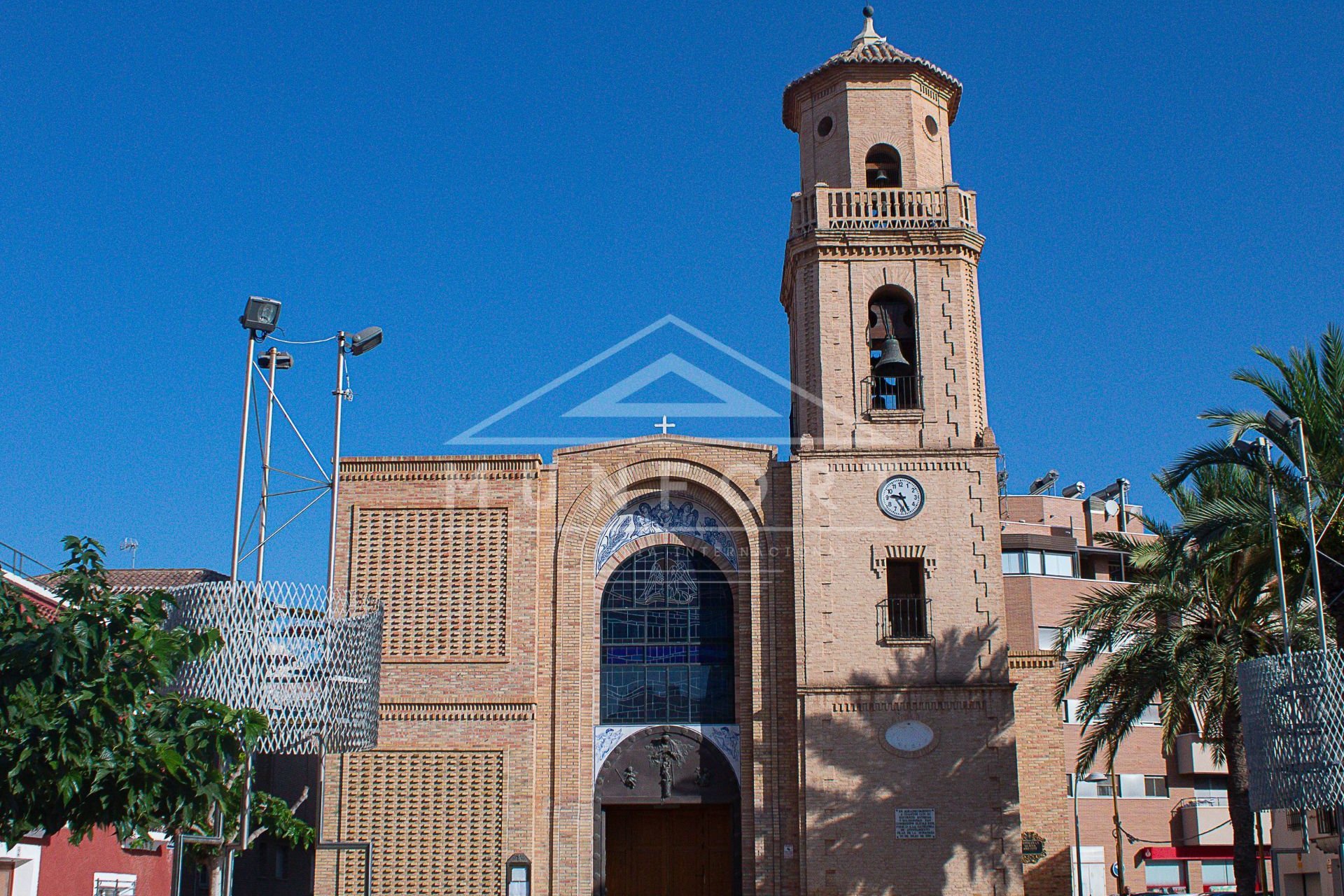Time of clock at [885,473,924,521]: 9:25
